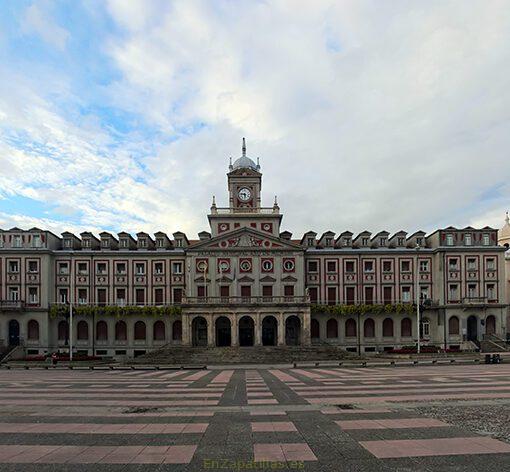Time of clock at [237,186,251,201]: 5:46
